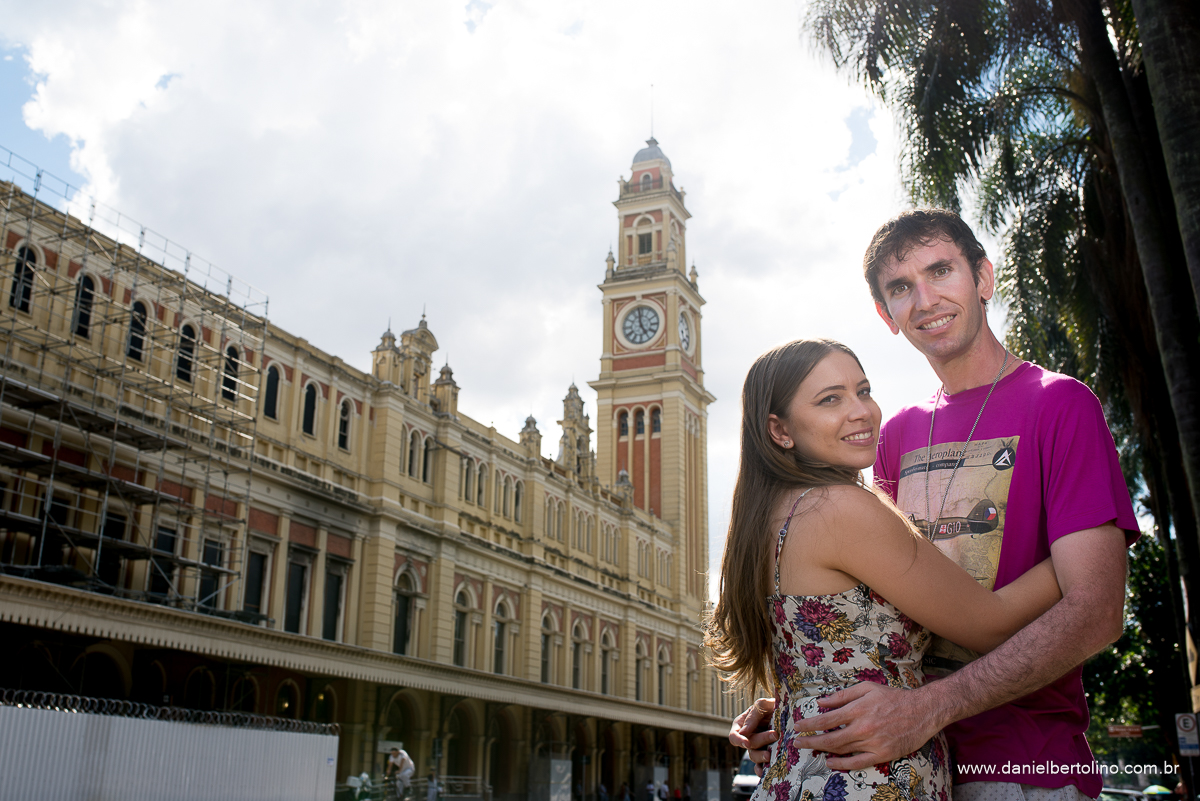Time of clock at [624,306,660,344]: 4:58
